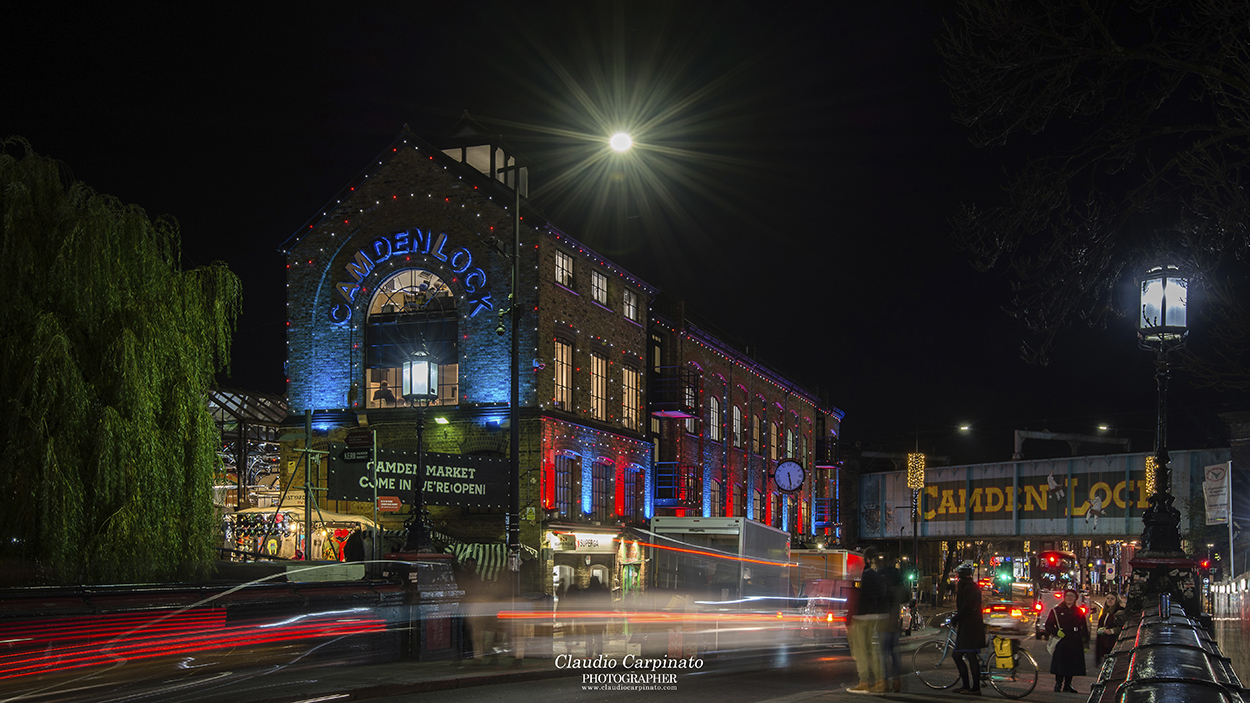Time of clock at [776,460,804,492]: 5:28
